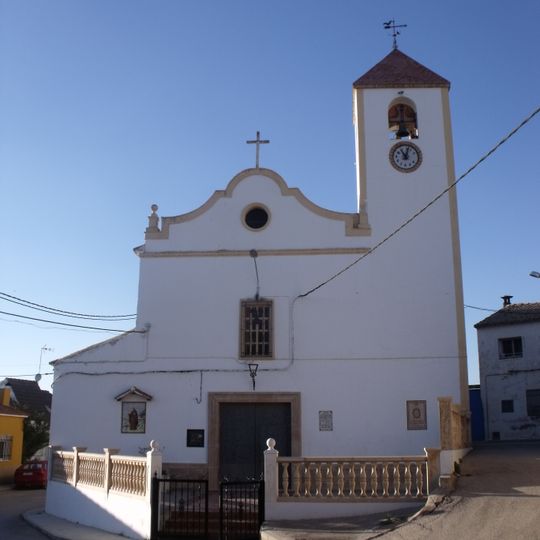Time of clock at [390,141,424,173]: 11:02
